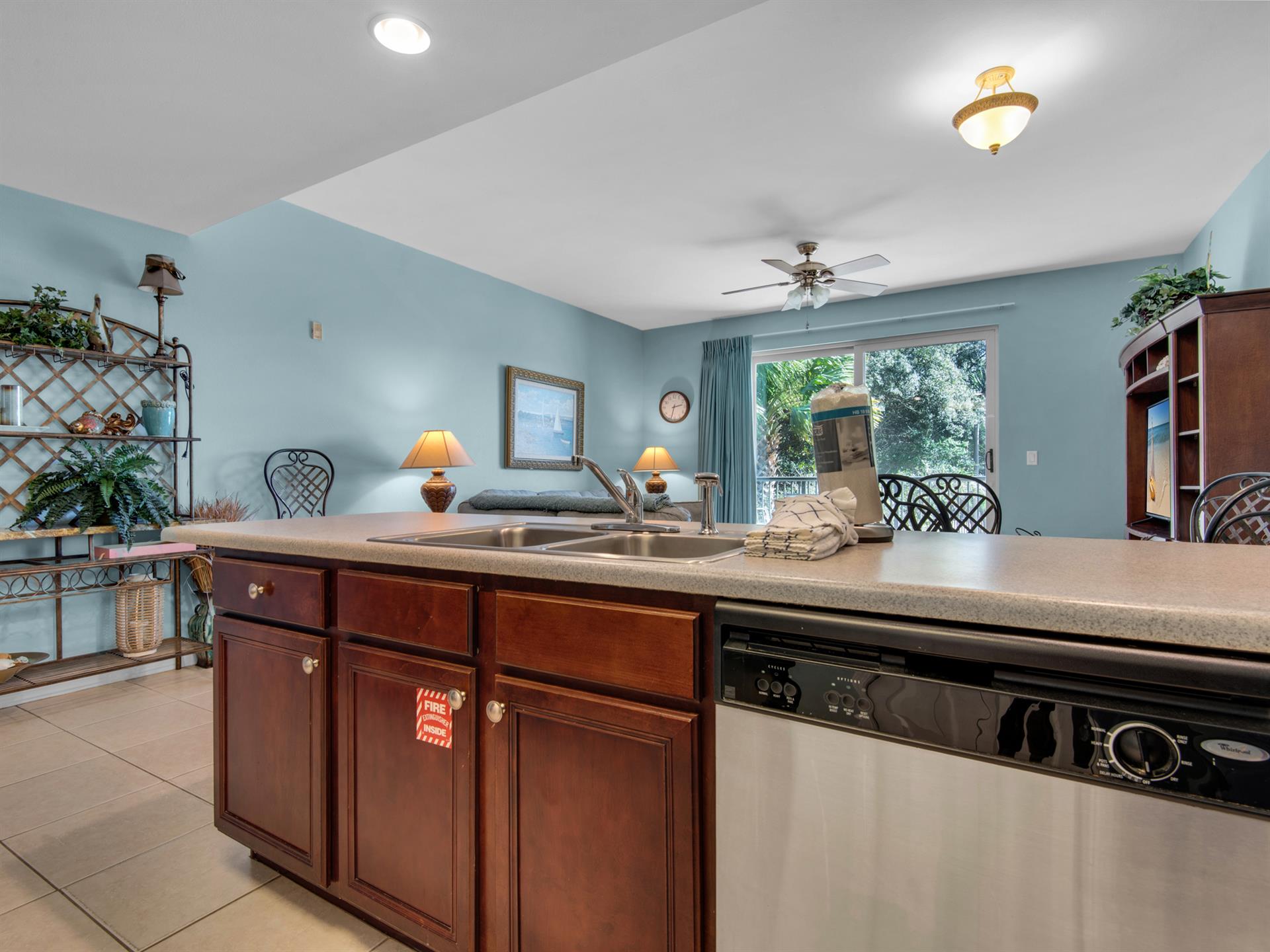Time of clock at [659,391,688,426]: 2:33
